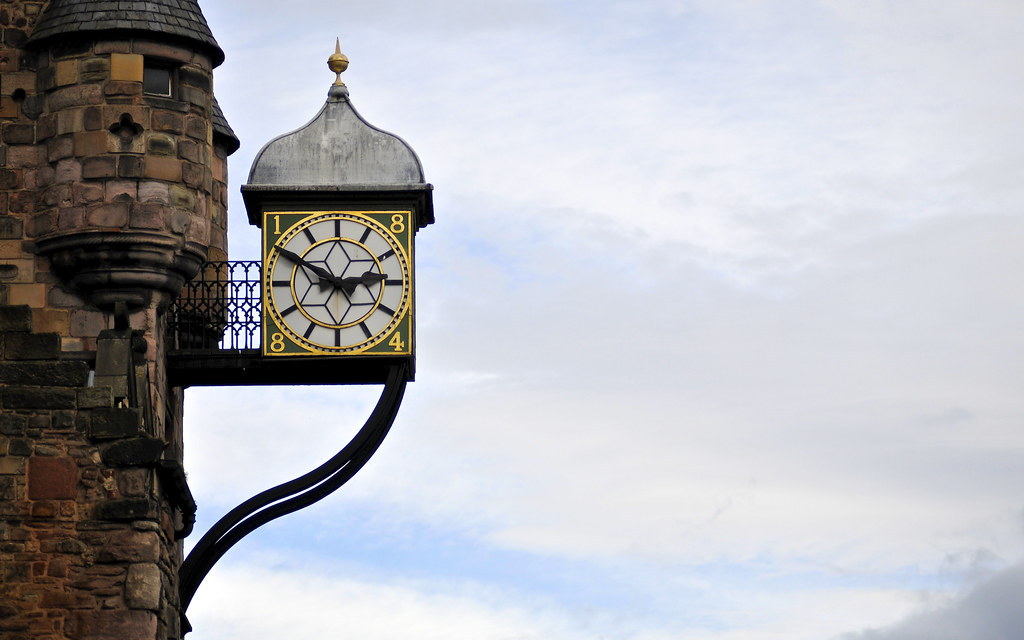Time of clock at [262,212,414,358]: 2:49
